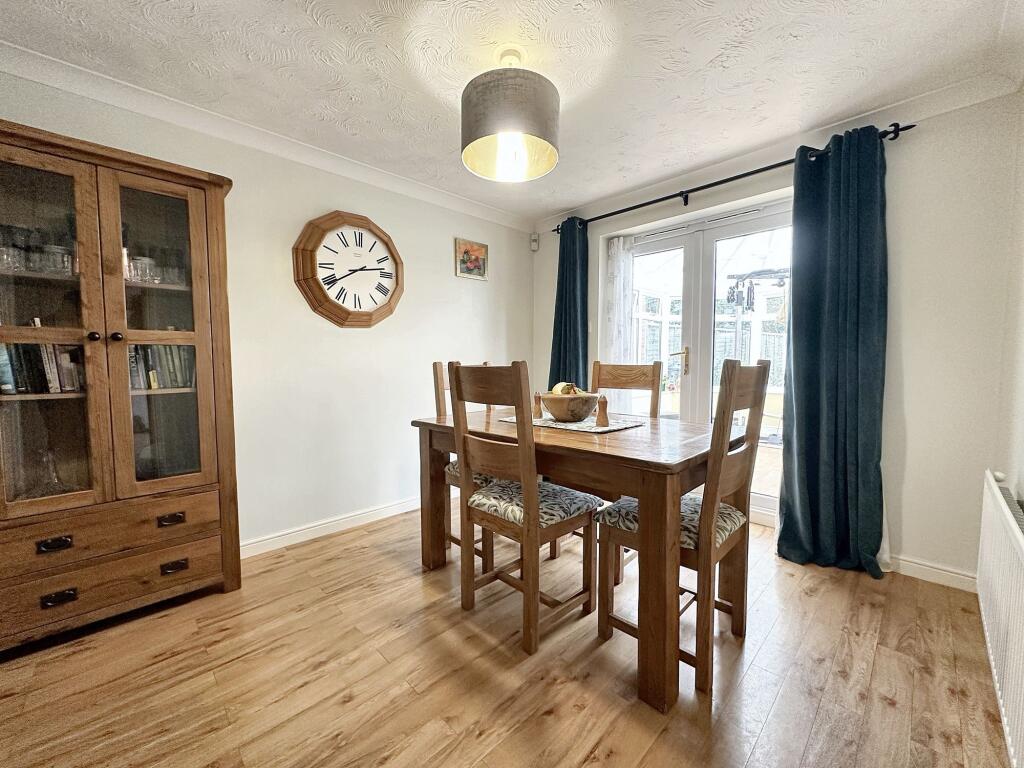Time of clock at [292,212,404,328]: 2:39
